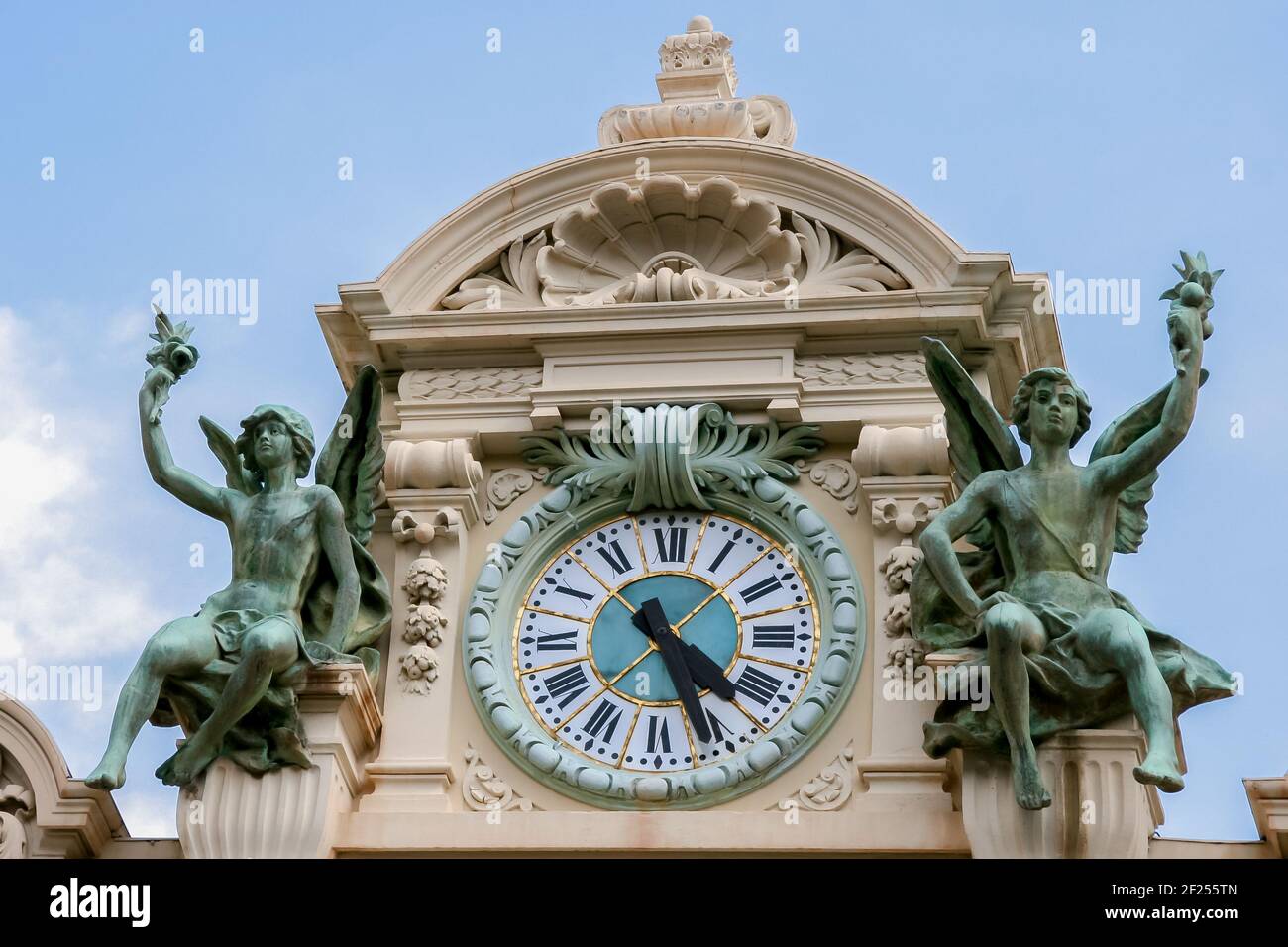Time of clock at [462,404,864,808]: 4:26
